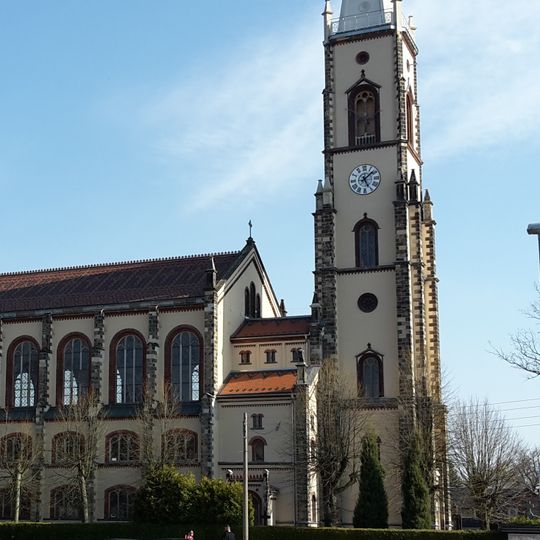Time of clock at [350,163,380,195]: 5:08
